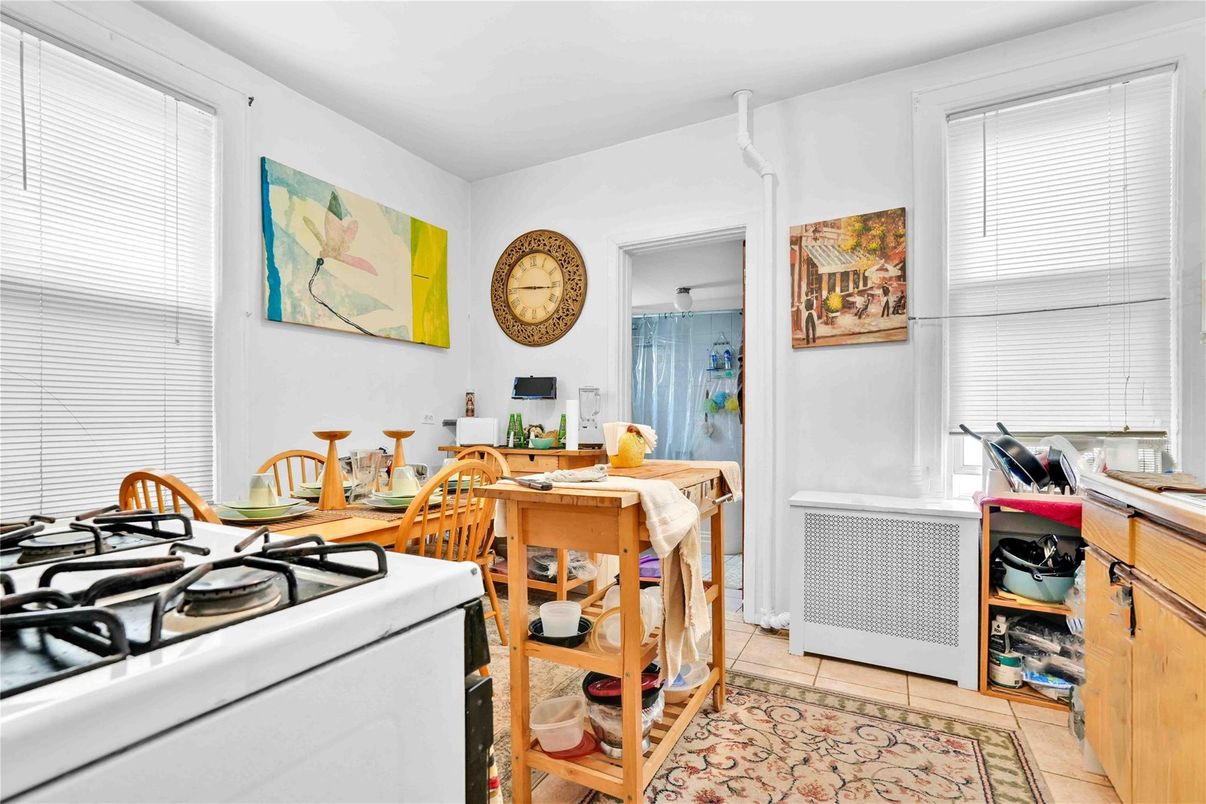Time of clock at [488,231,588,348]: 9:16
